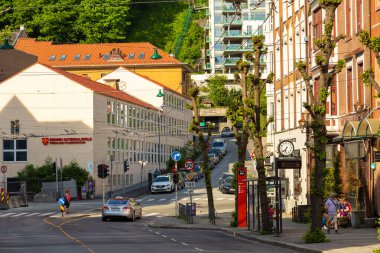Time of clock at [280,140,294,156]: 6:38
